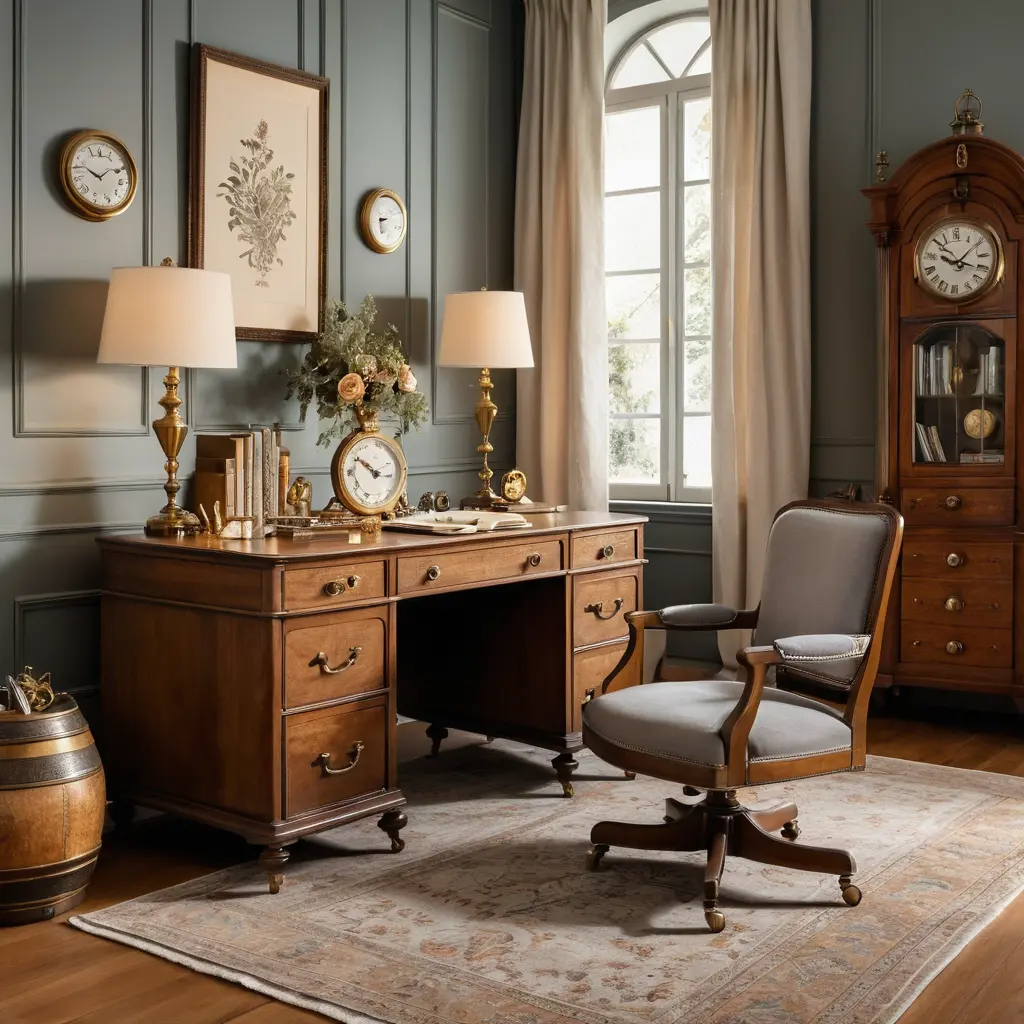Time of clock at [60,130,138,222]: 1:49
